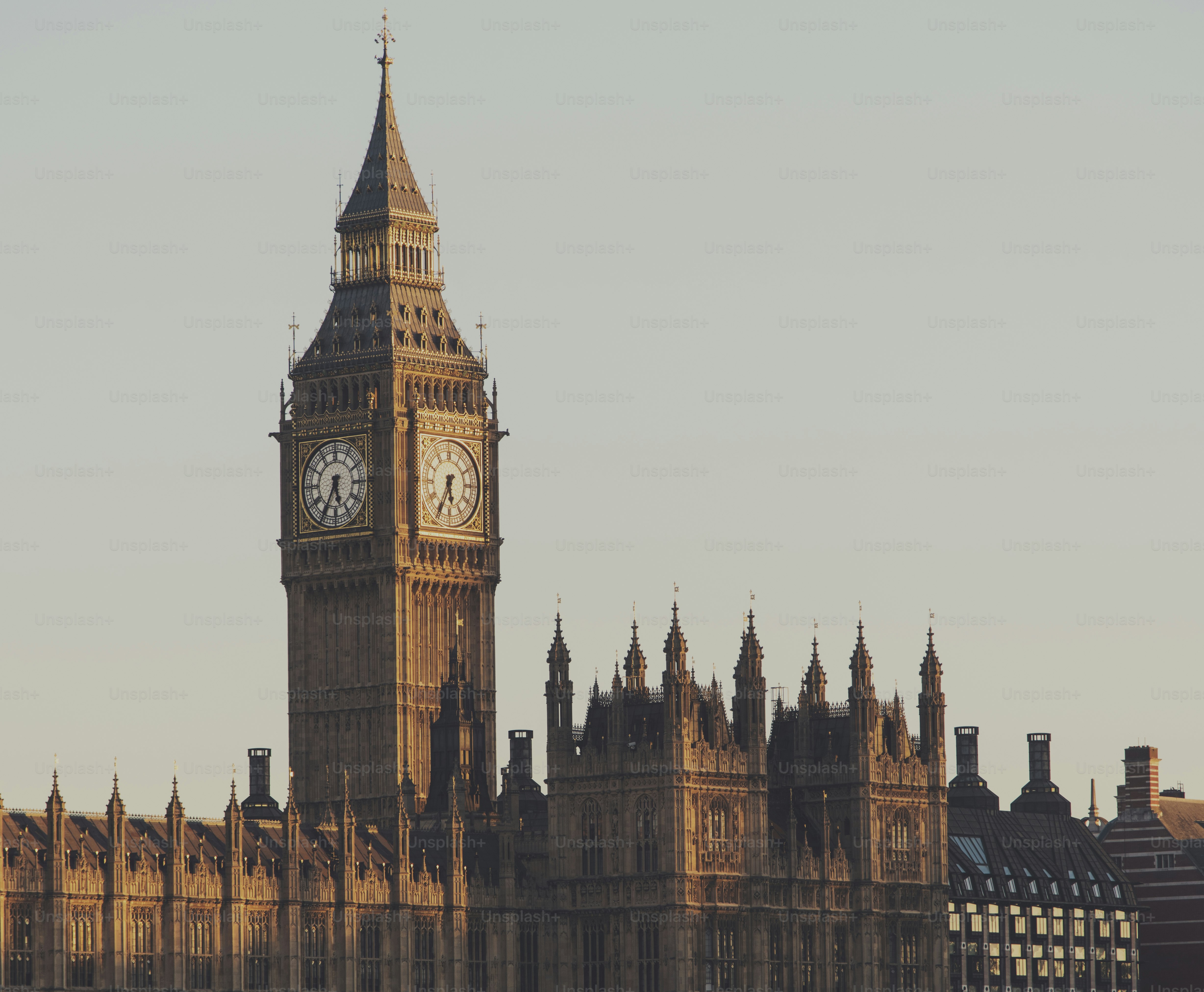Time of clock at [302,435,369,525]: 5:34
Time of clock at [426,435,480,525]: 5:34
